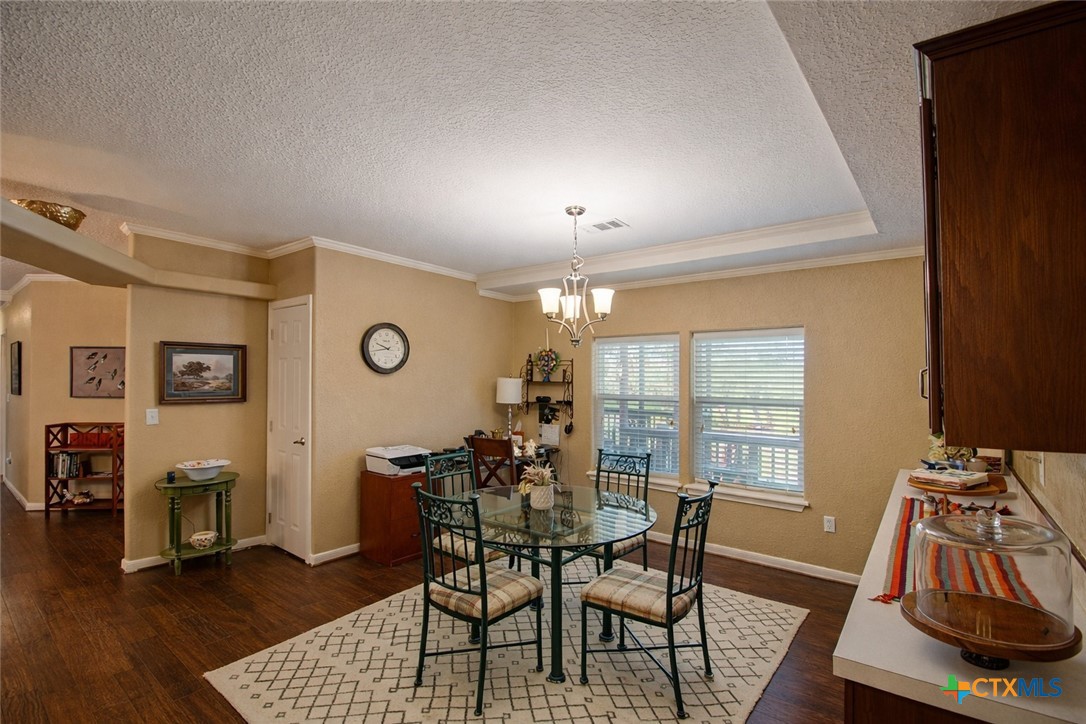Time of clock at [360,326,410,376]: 9:42
